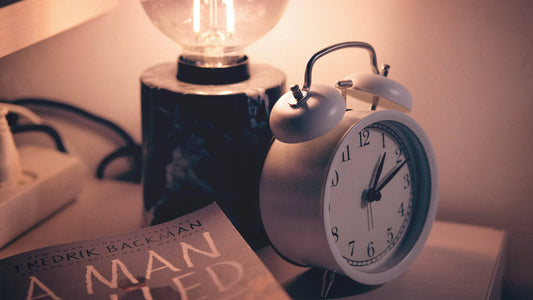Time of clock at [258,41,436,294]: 1:11
